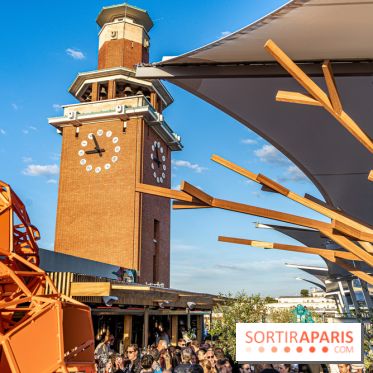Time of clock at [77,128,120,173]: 8:56
